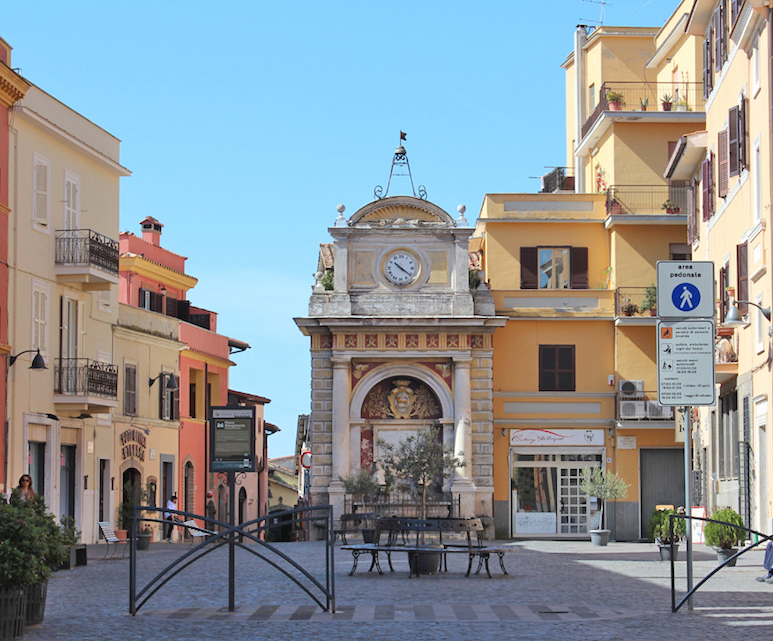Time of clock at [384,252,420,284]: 10:20
